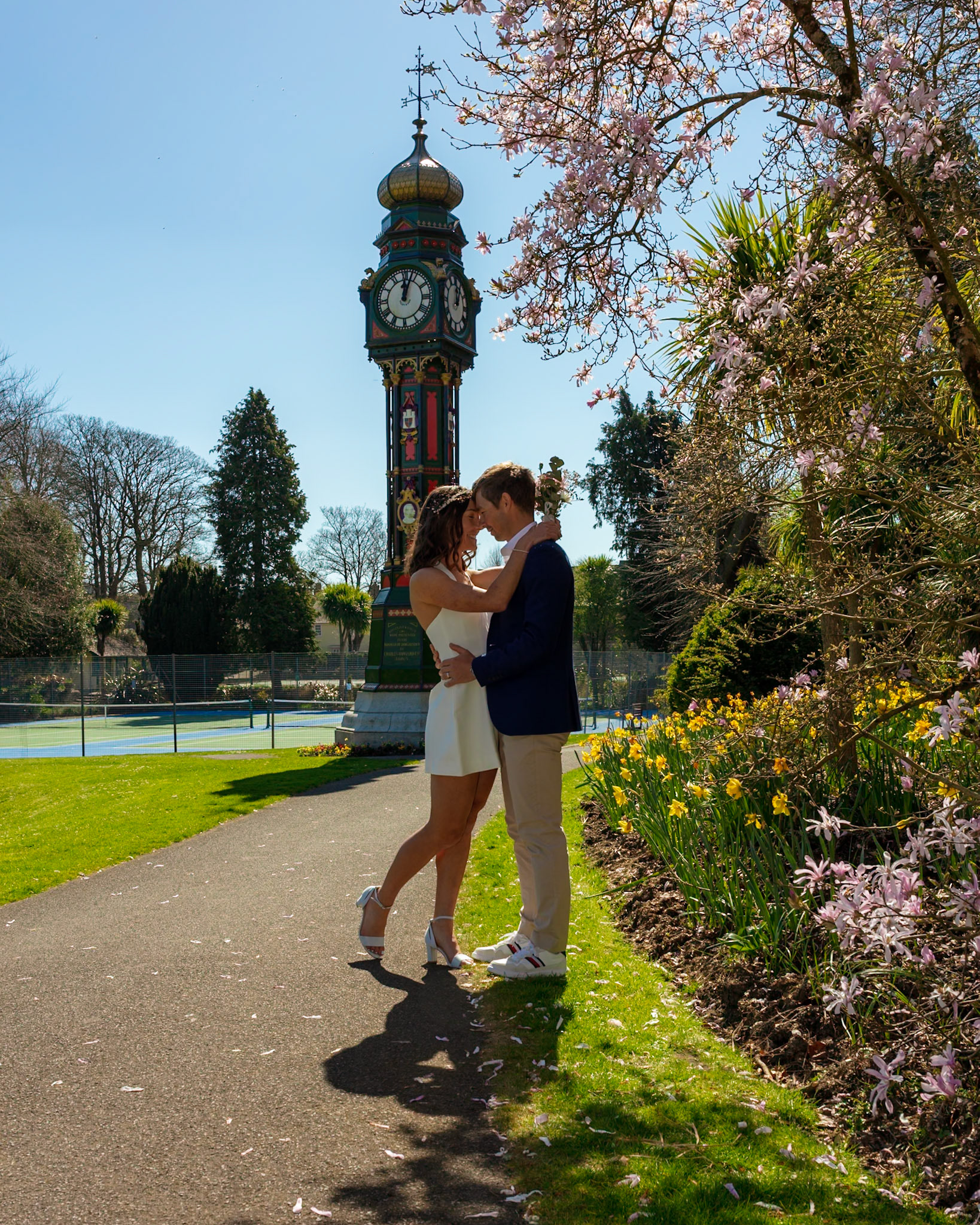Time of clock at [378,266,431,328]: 12:03
